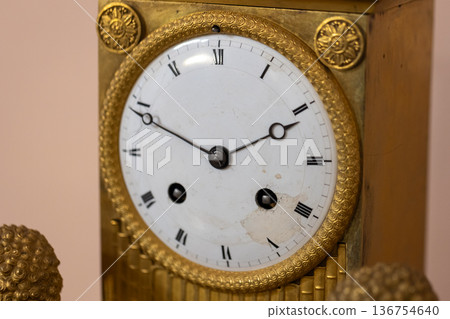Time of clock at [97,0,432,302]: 1:49
